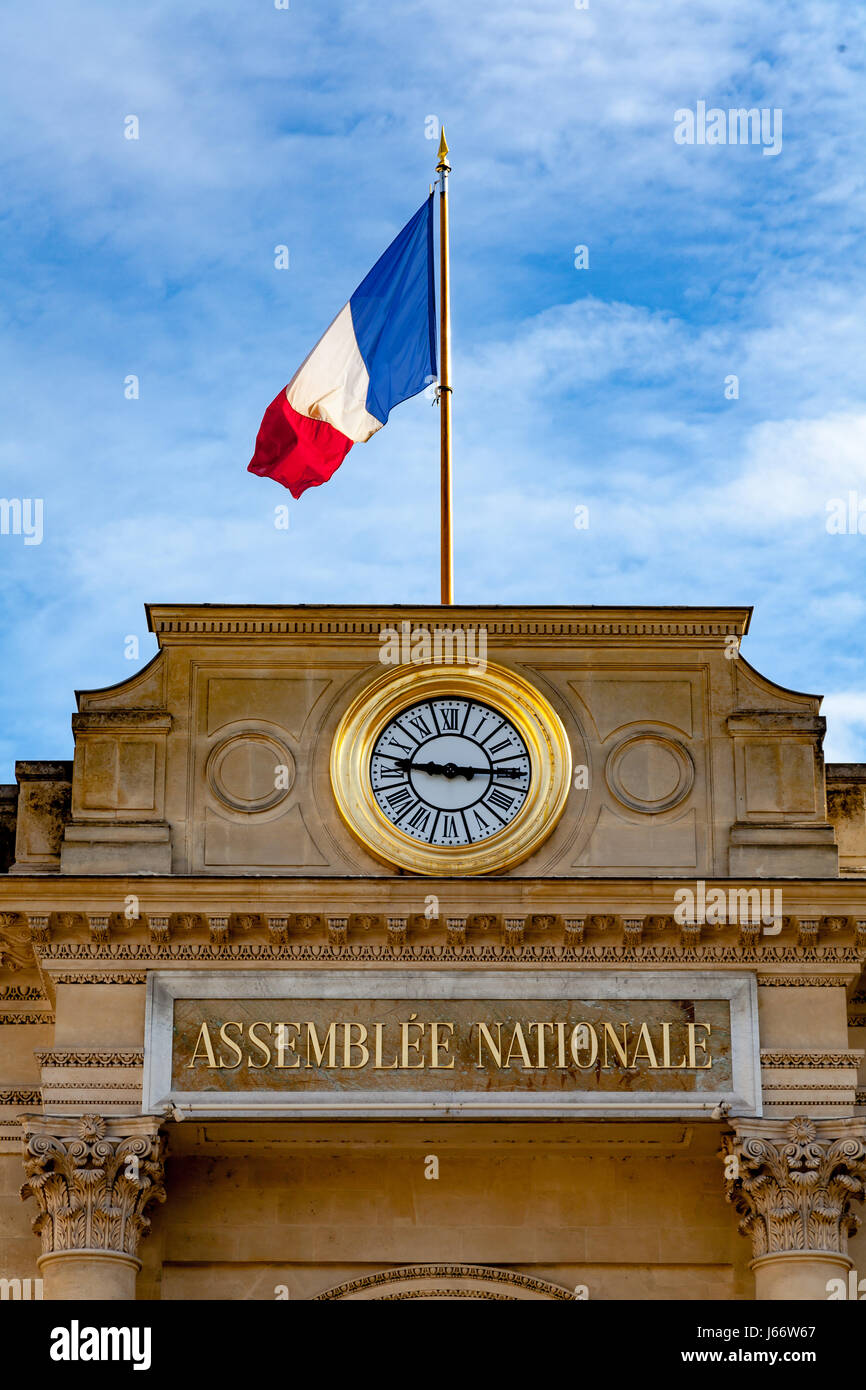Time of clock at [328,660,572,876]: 9:14
